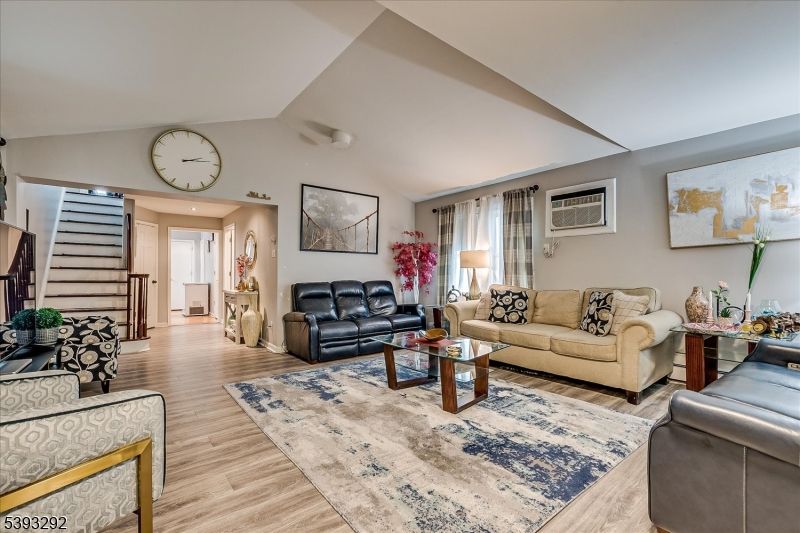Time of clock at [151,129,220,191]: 2:13
